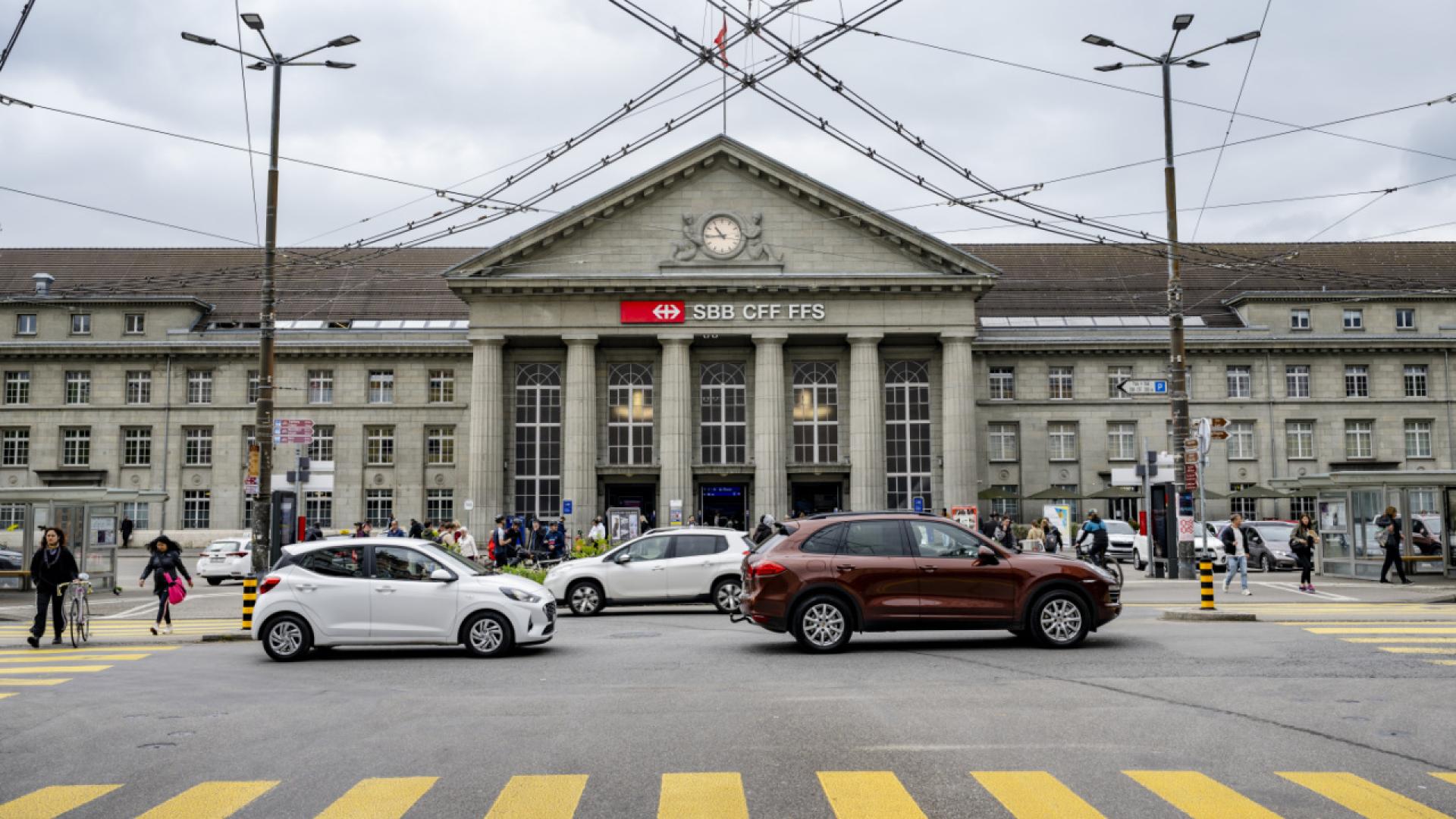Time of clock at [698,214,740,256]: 10:44
